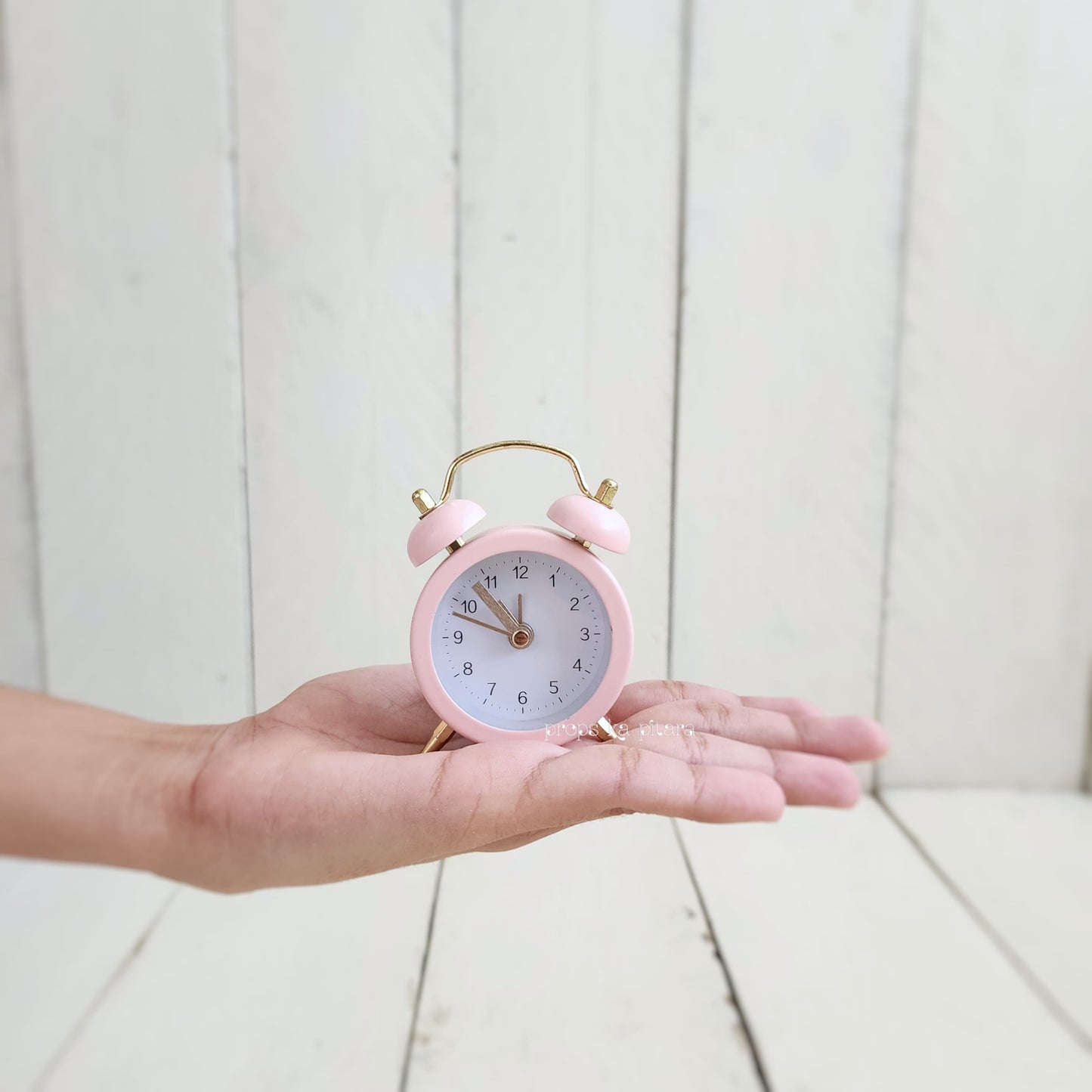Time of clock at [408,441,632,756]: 10:48
